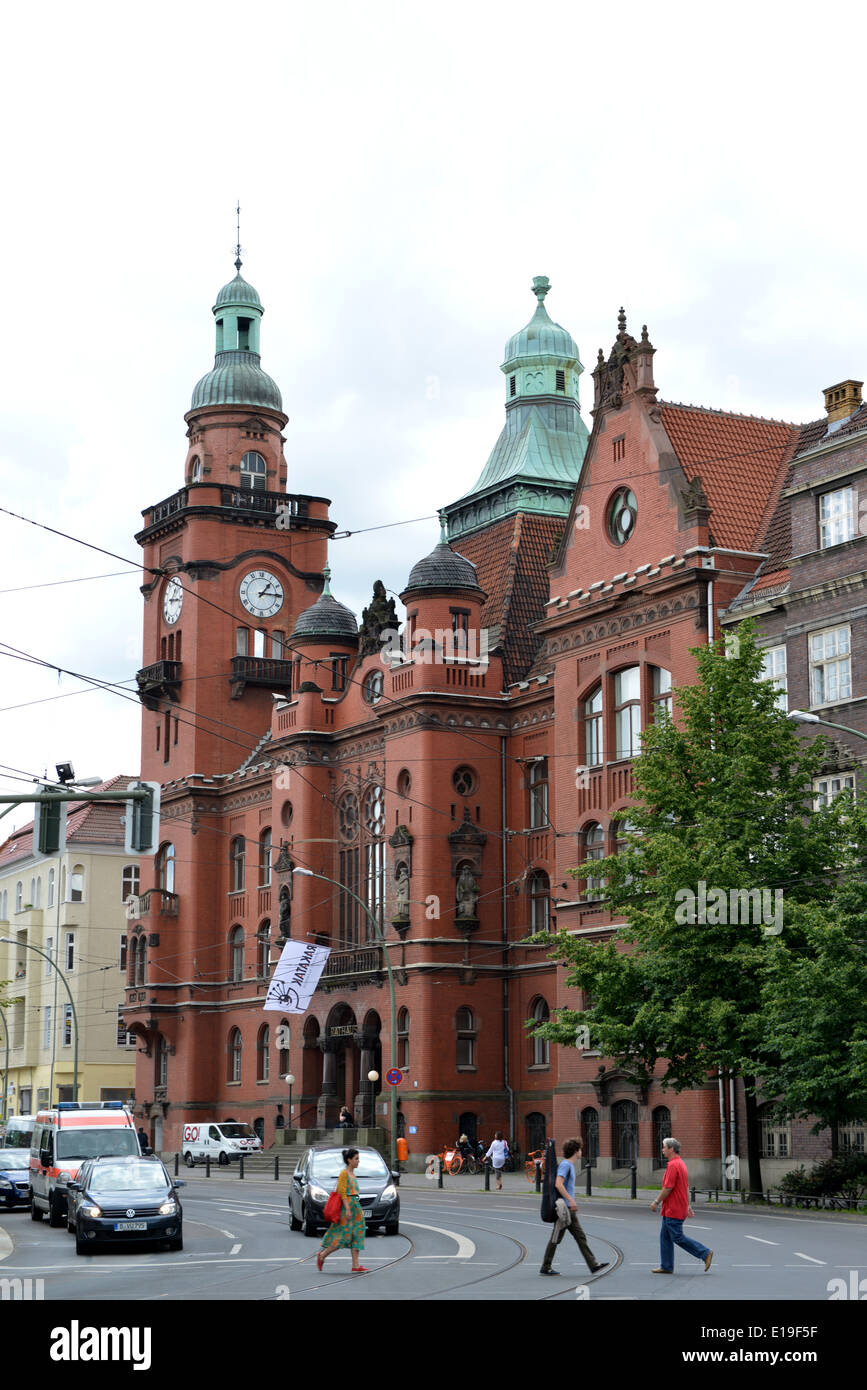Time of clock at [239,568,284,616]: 1:14
